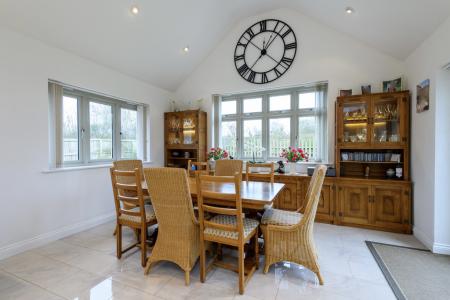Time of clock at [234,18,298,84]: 1:37
